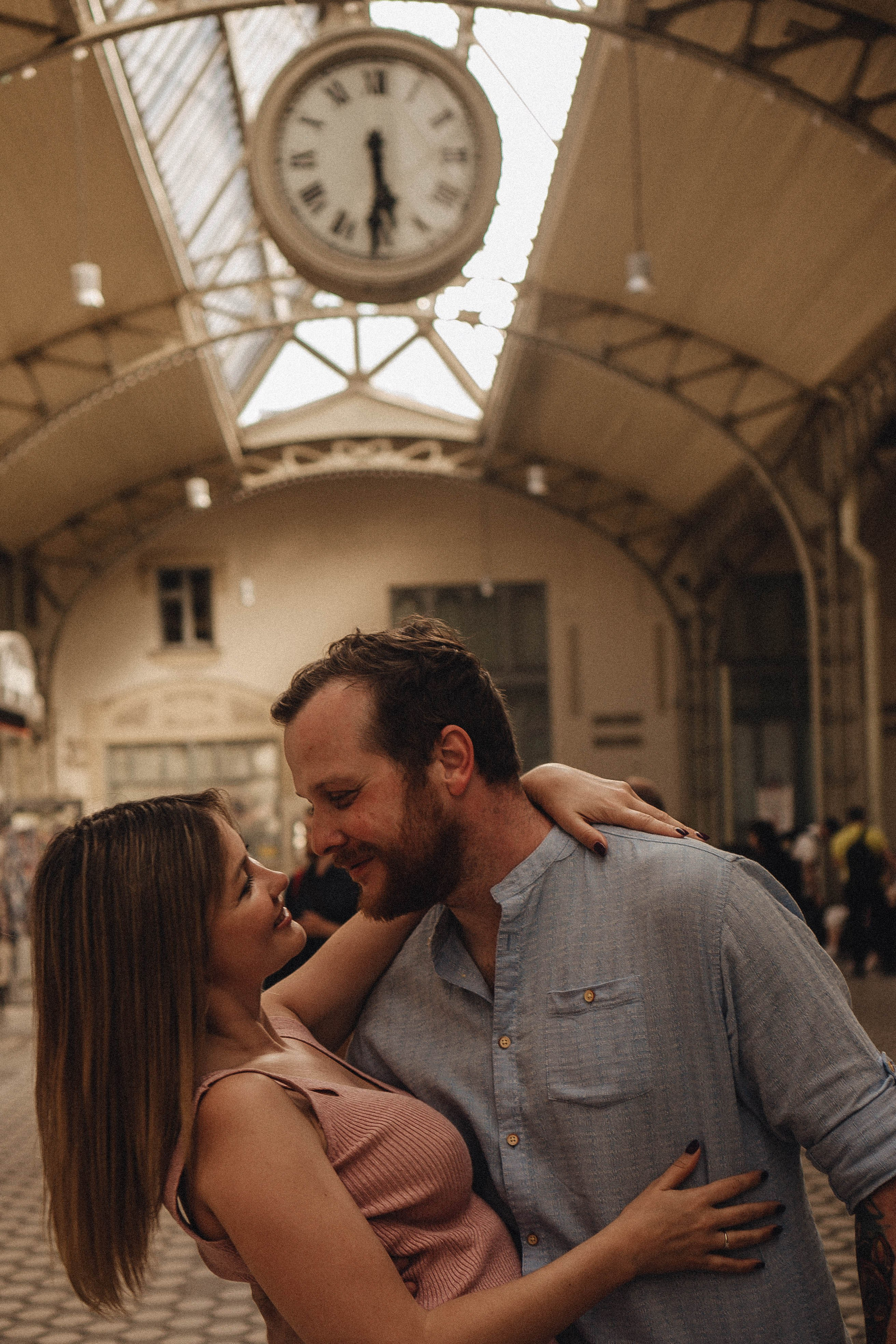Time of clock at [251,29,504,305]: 5:30
